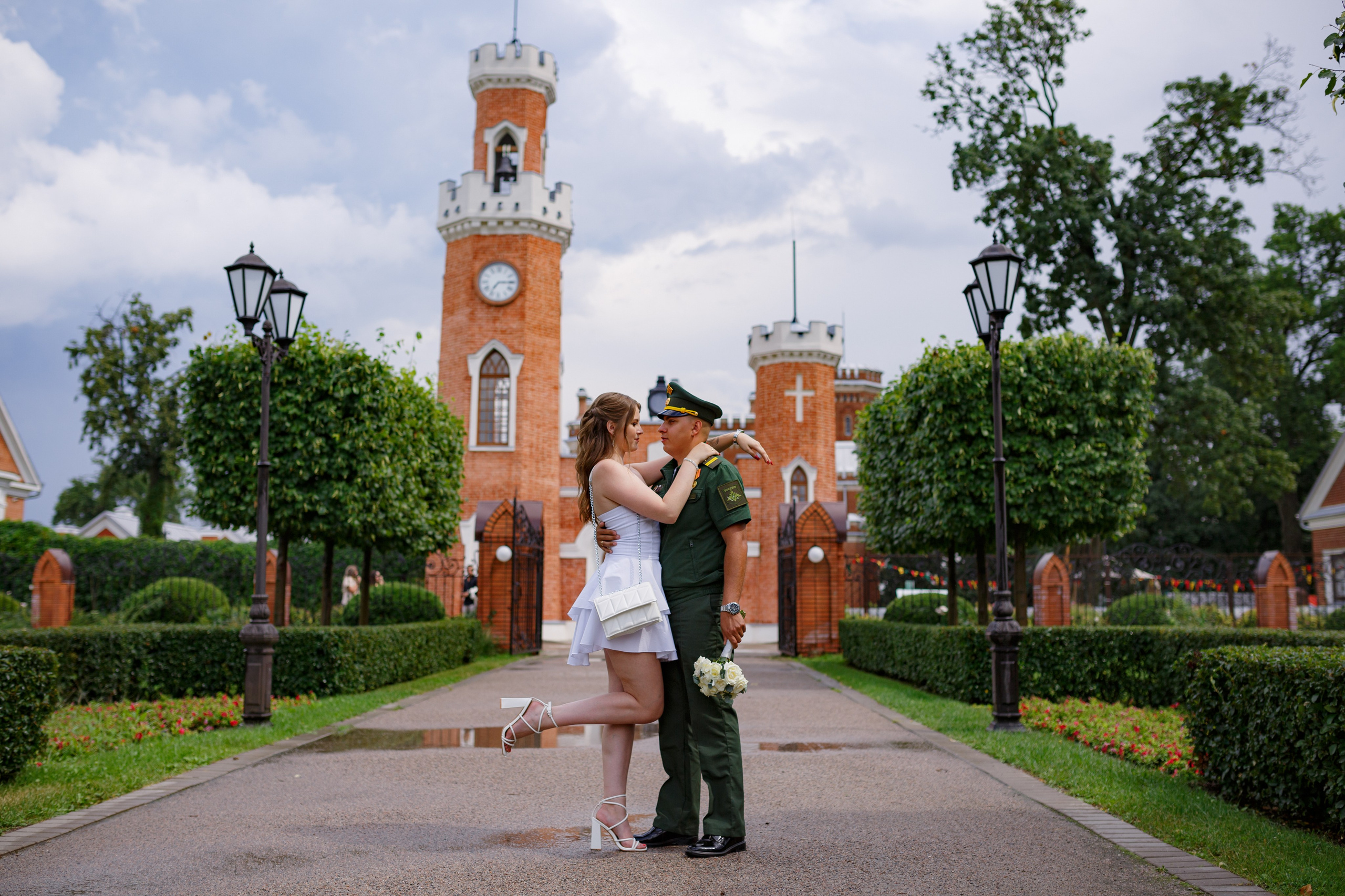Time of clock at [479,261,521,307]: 7:14
